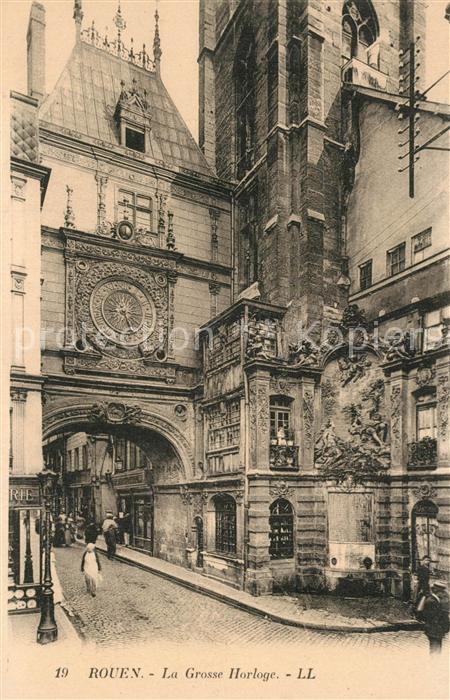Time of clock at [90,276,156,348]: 5:26
